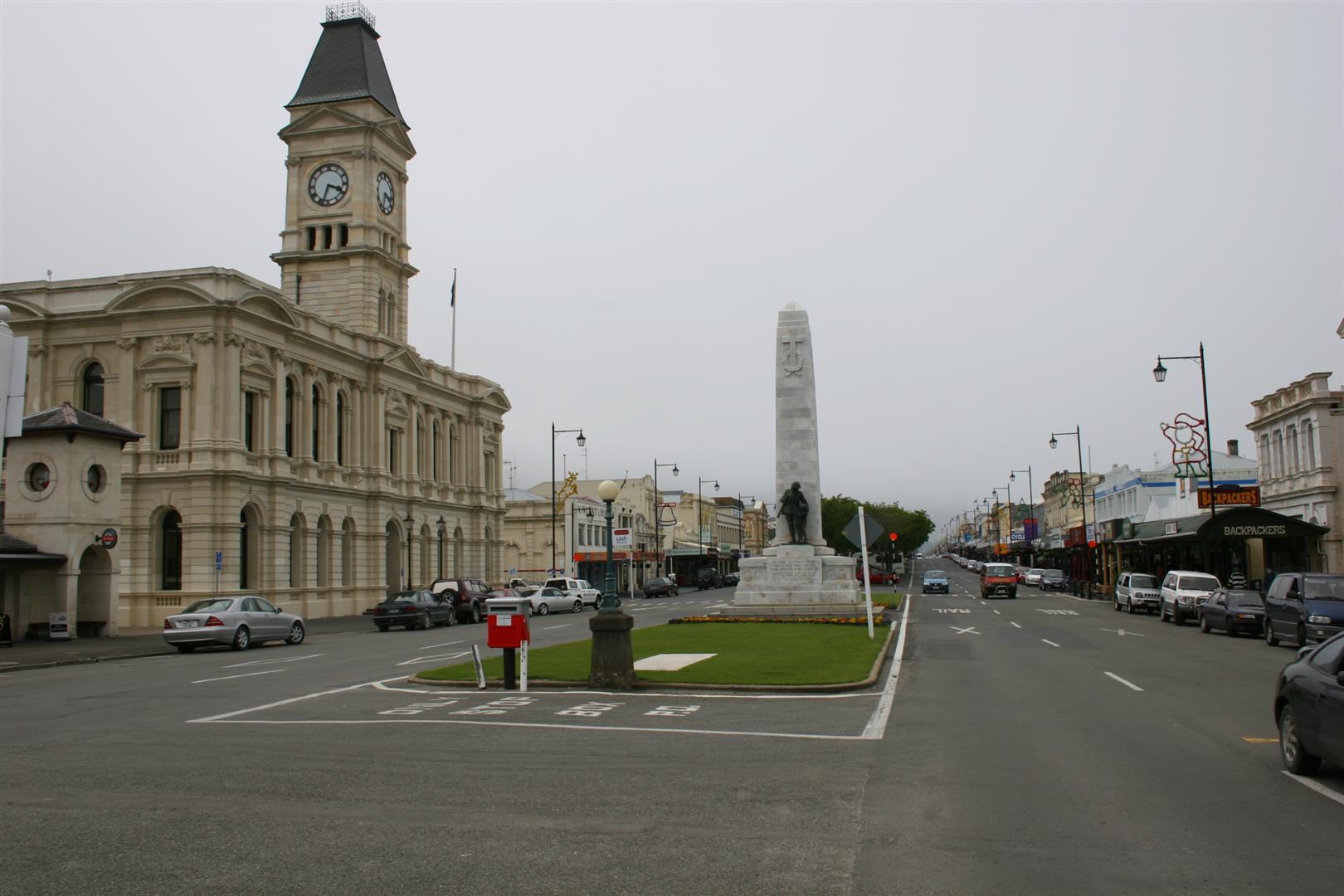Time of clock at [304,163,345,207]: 3:33
